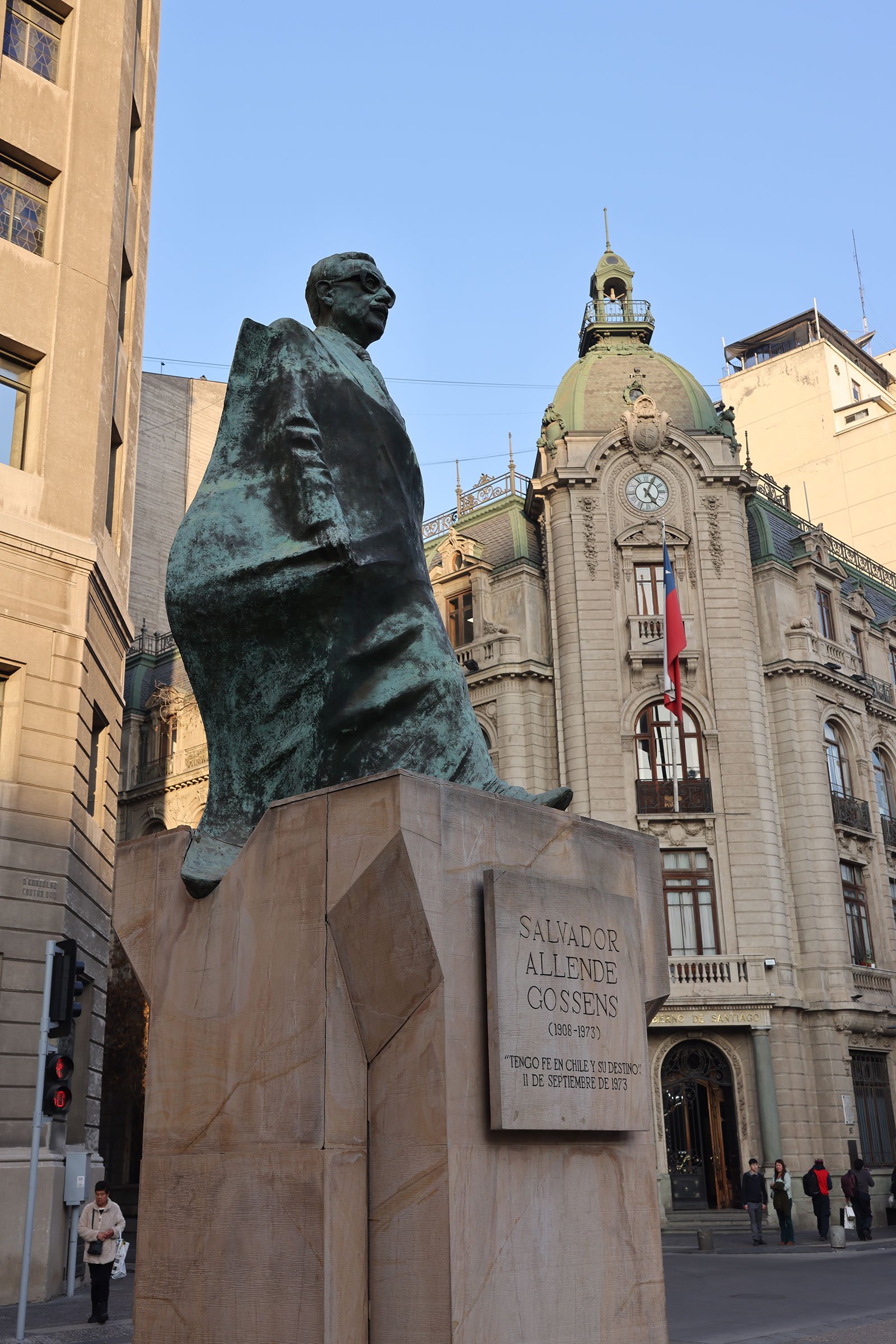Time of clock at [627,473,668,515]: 5:04
